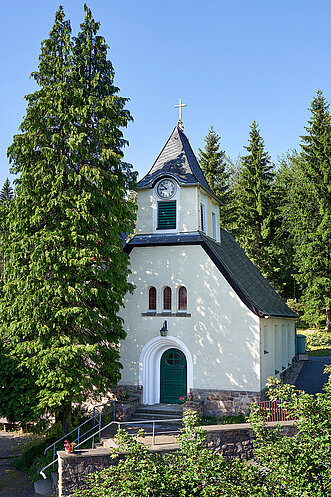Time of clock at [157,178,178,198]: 8:51
